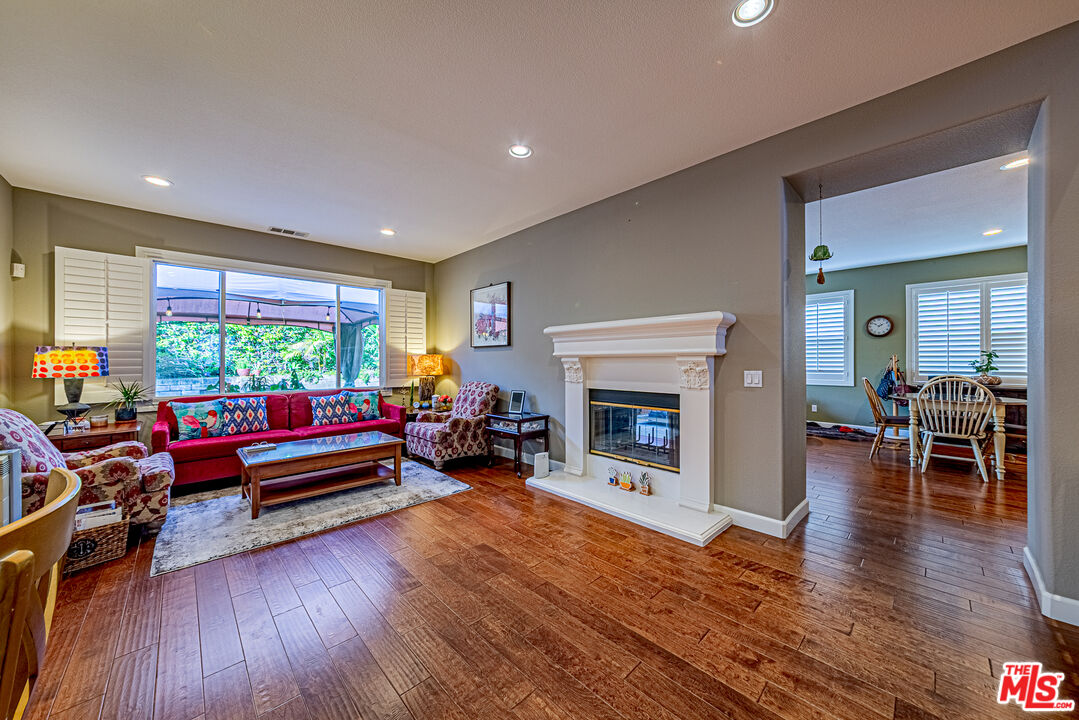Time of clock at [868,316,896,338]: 1:51
